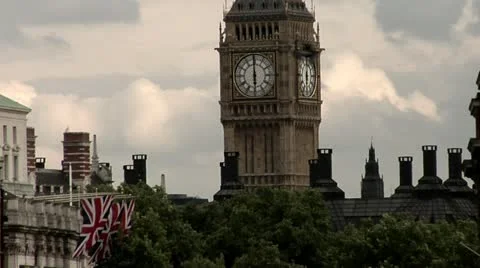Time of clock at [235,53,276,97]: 5:59
